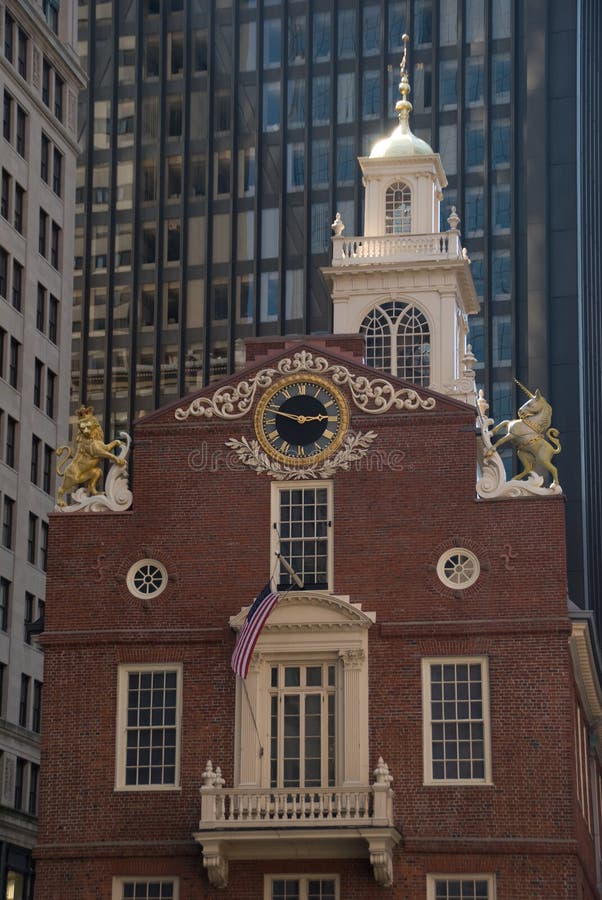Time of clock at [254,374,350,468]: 2:48
